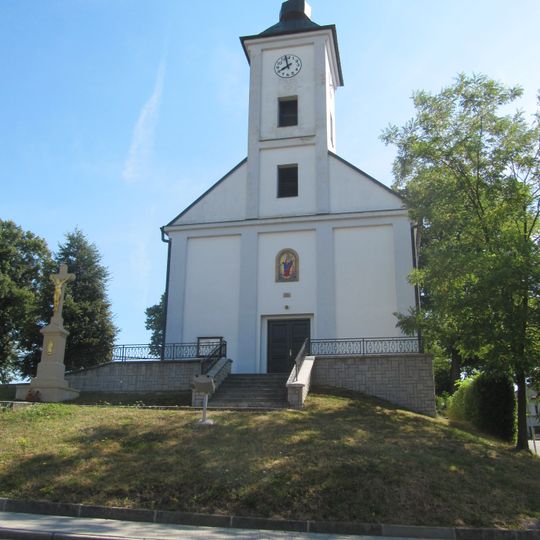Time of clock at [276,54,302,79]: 7:57
